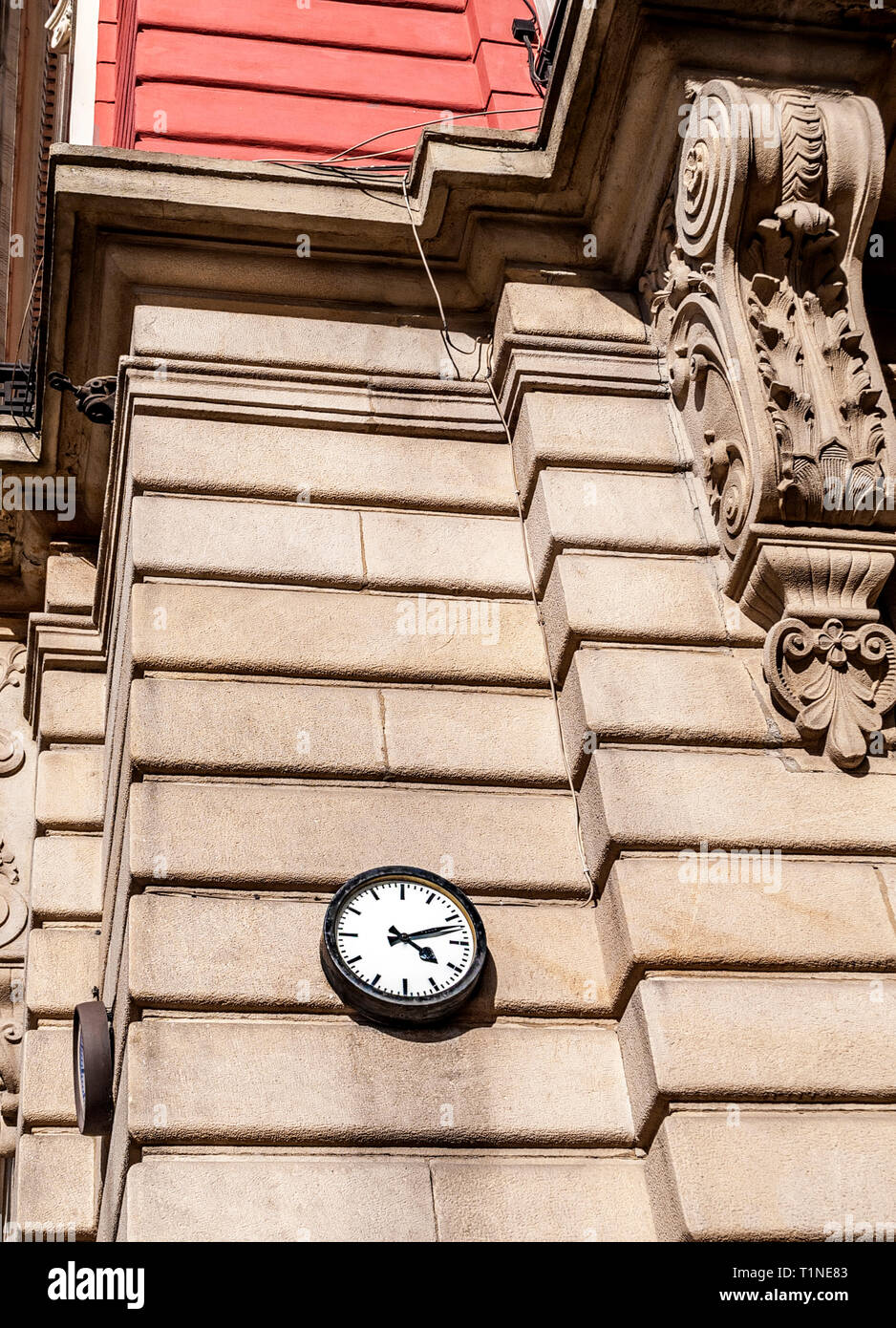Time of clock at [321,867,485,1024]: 4:12
